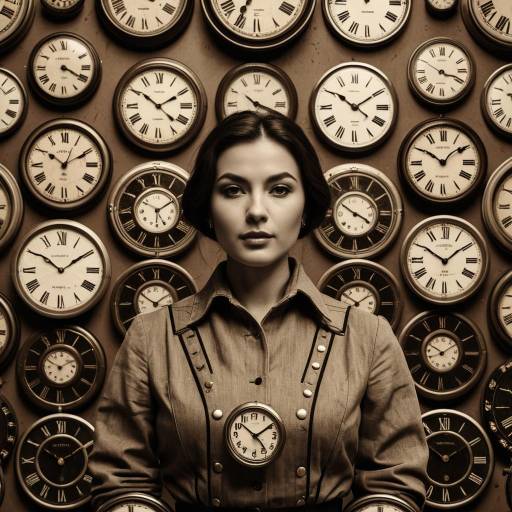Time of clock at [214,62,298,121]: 10:18
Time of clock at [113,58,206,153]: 1:51
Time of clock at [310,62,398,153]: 10:09
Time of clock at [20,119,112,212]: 10:10
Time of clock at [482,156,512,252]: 10:08
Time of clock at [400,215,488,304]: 1:50
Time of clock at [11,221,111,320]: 10:09
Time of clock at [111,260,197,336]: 1:50
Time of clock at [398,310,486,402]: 10:09
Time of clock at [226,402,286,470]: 1:52
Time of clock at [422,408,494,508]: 10:09
